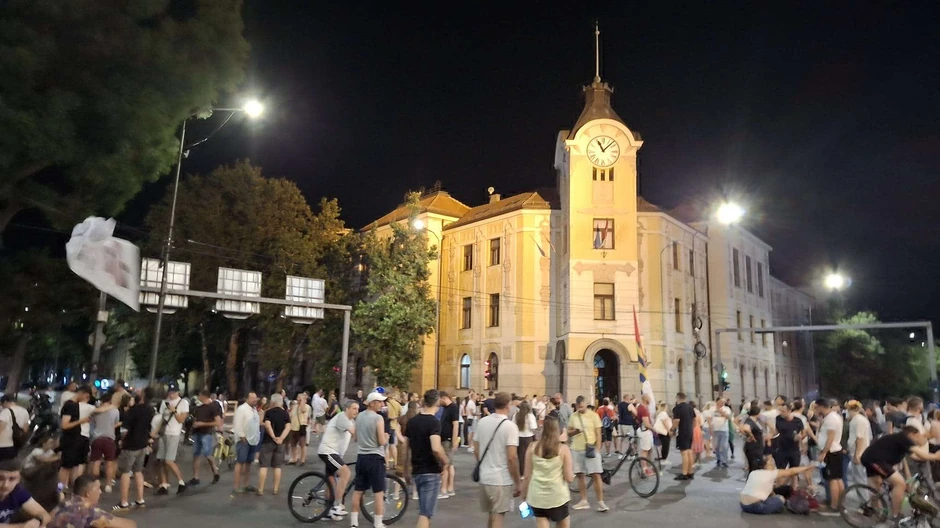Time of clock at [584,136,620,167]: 11:07
